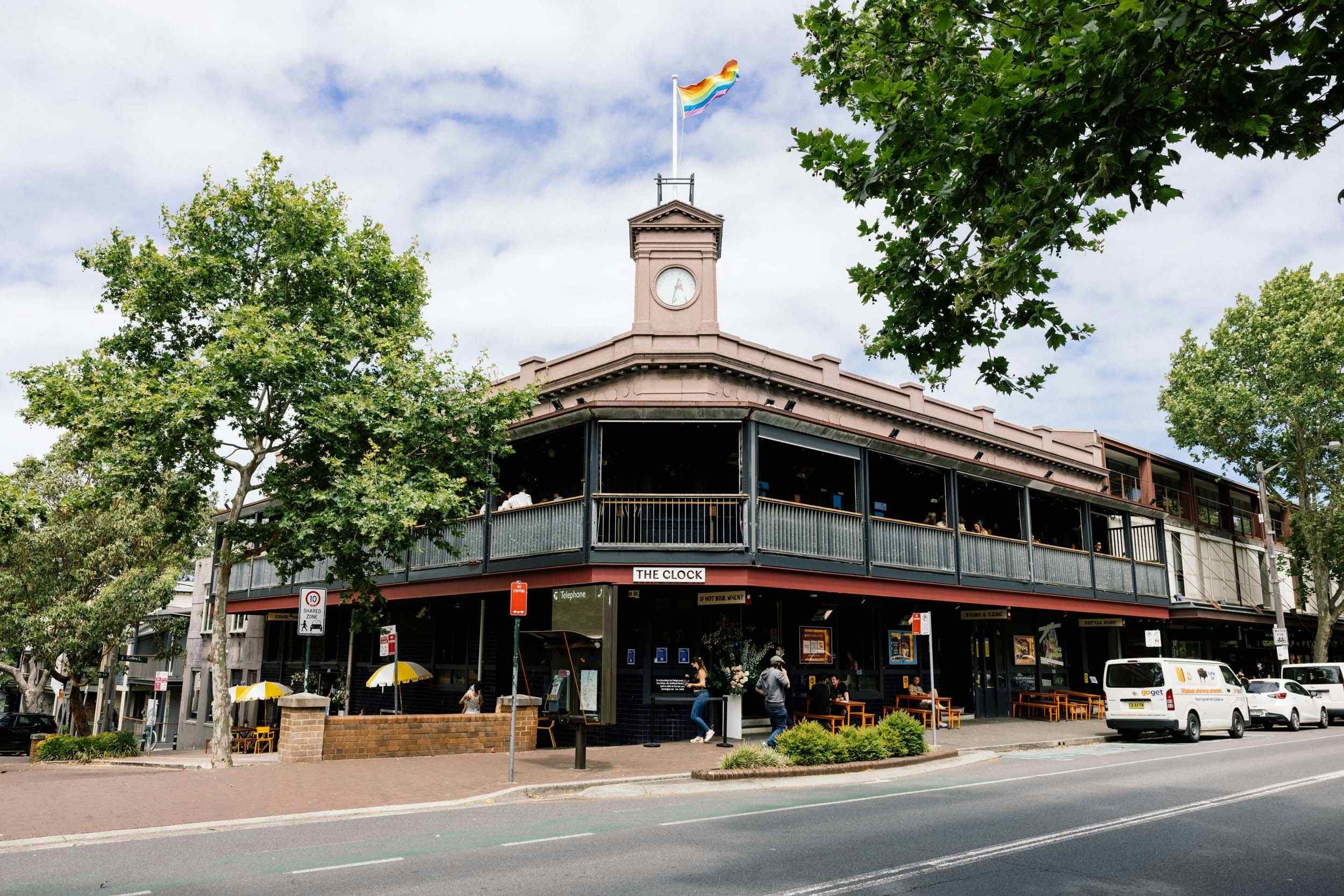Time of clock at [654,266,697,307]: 12:32
